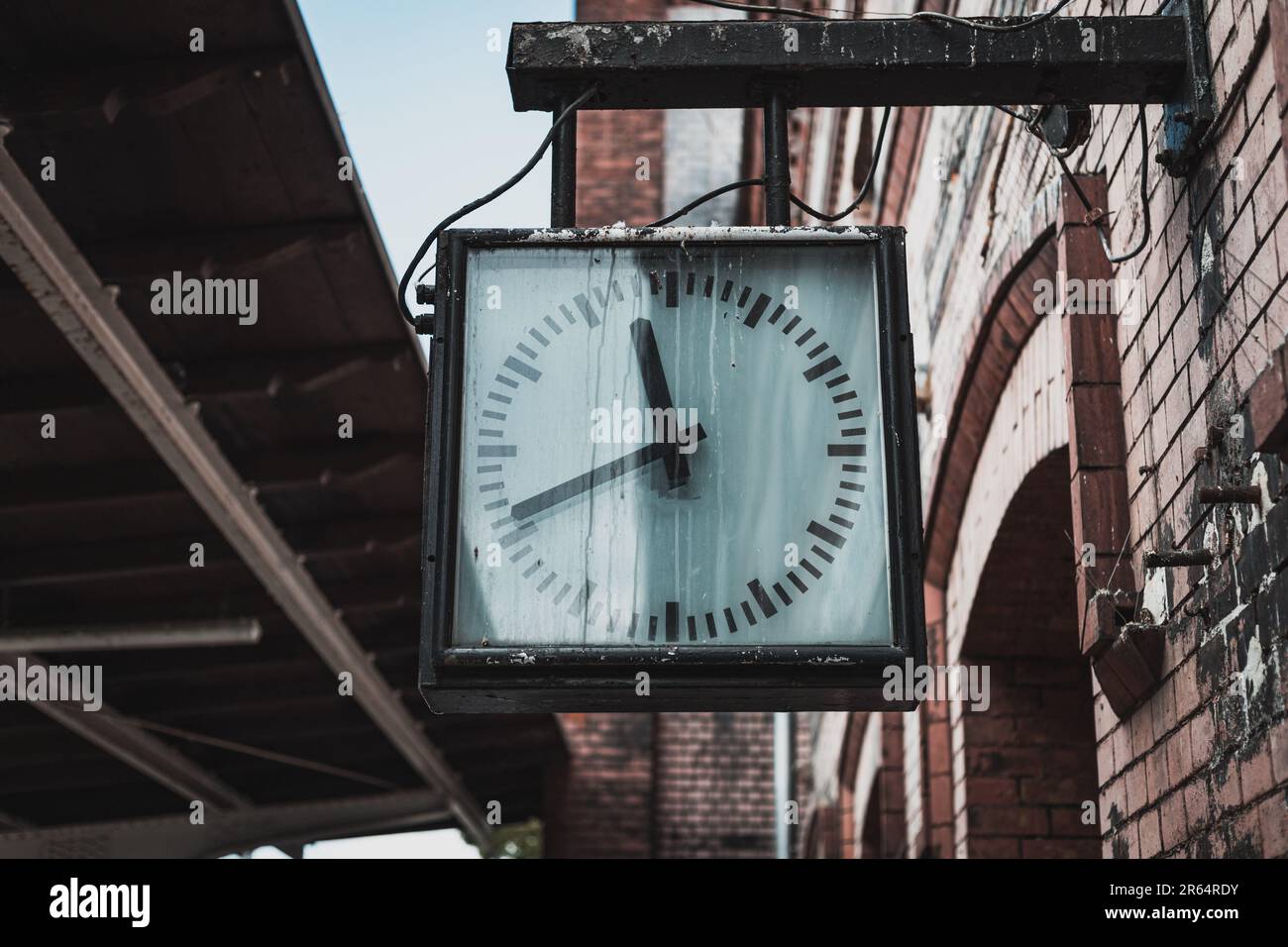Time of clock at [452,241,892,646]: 11:41
